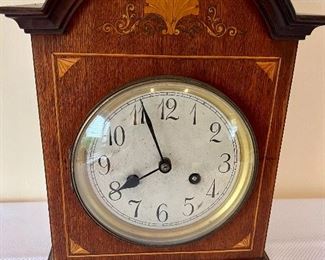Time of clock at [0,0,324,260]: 7:56
